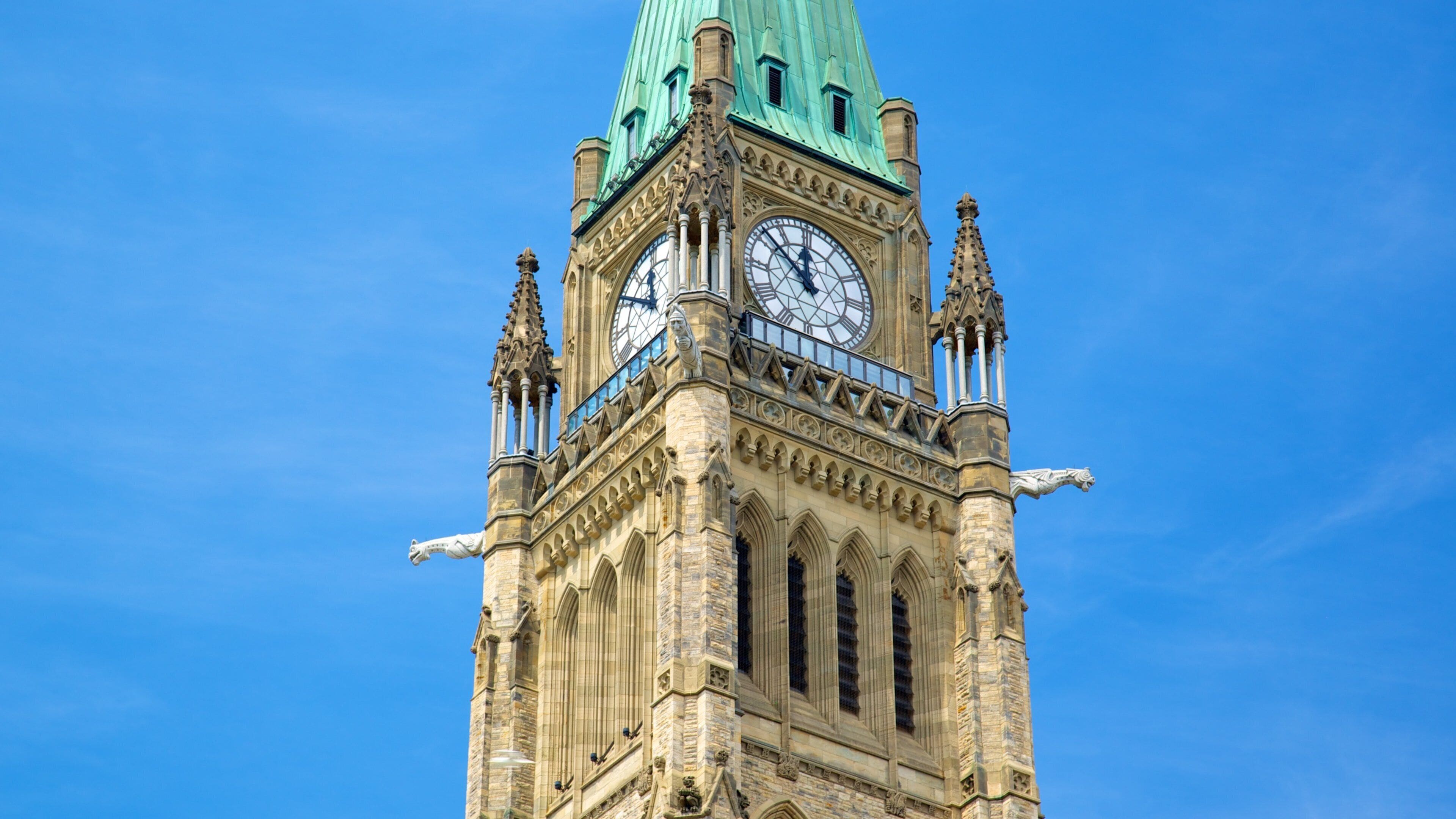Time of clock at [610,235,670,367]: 11:50
